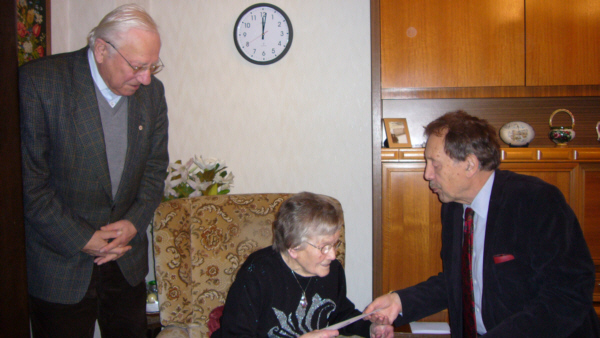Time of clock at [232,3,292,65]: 12:01
